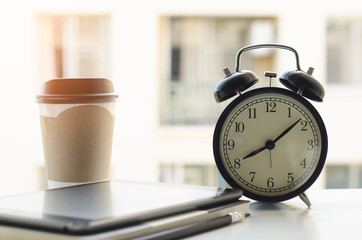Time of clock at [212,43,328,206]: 8:08
